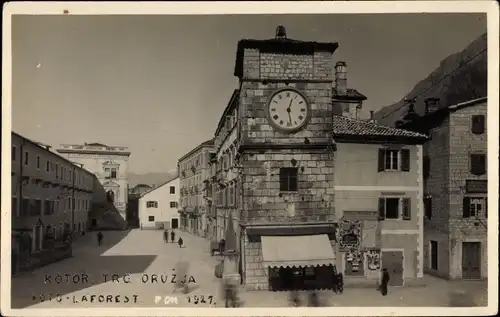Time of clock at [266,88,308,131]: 12:28
